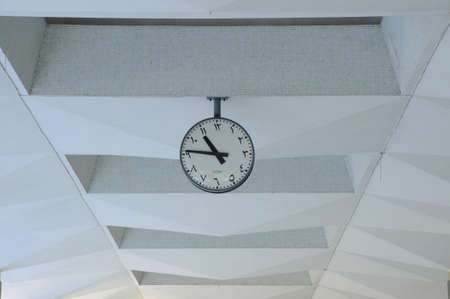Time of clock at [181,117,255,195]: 10:46
